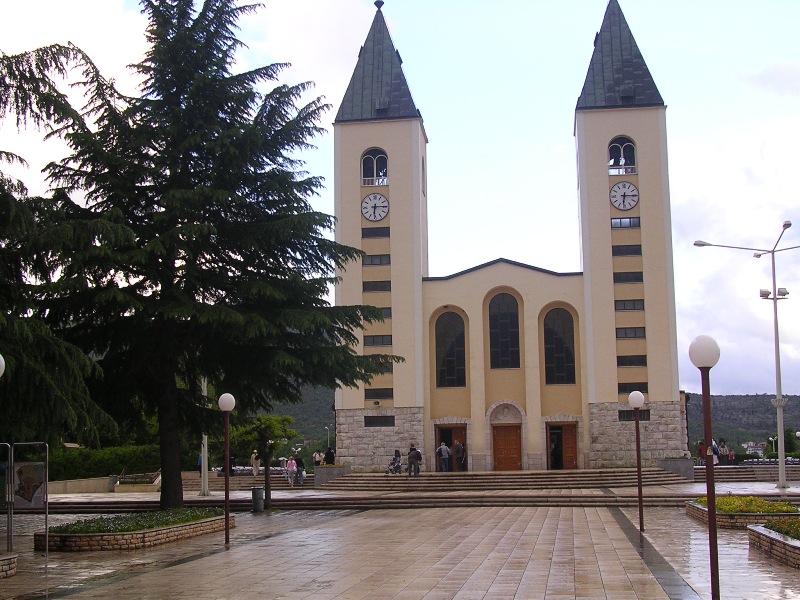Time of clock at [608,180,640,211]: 6:15
